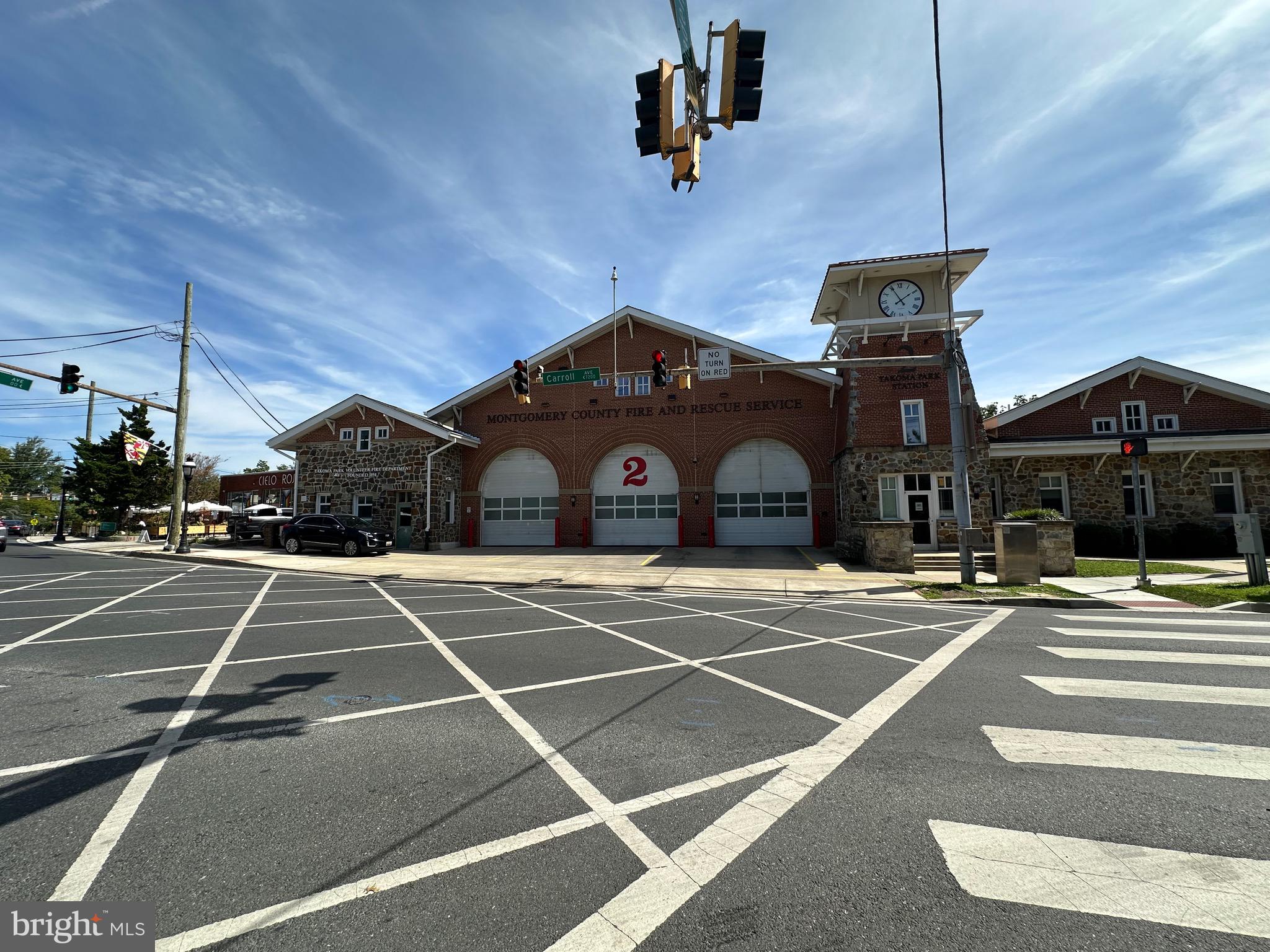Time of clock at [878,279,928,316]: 1:55
